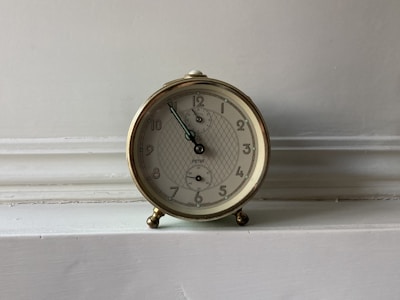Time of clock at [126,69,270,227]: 10:54
